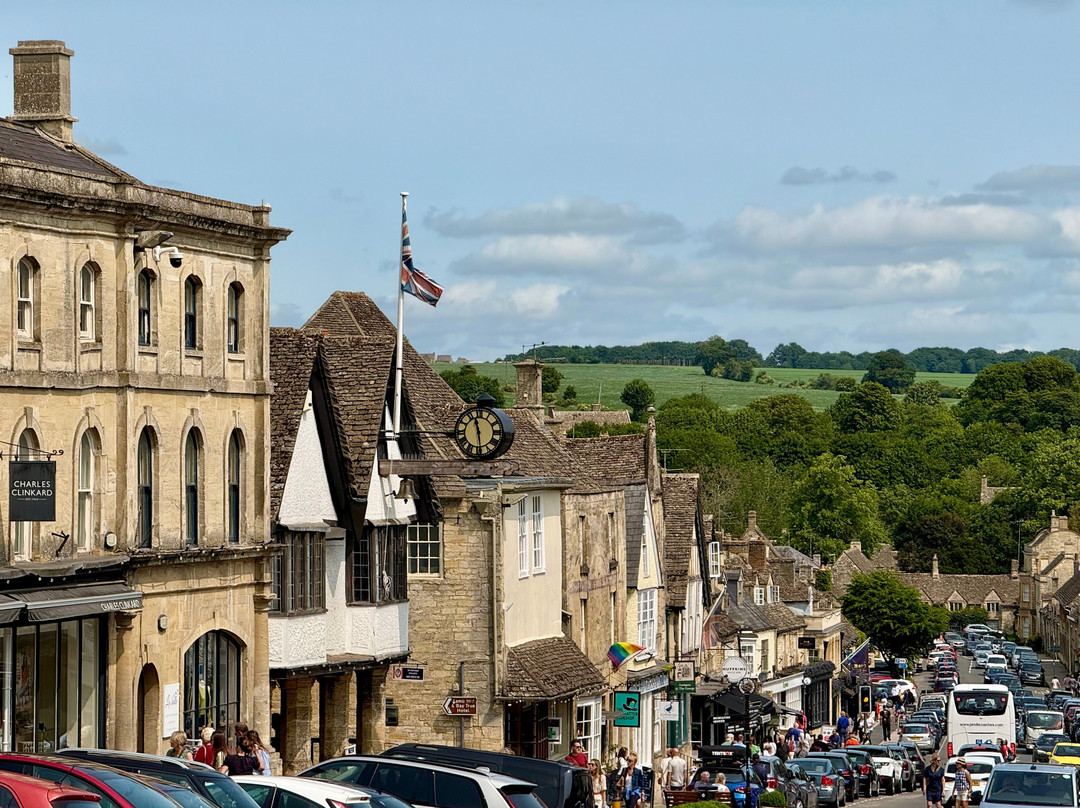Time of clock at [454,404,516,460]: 11:28
